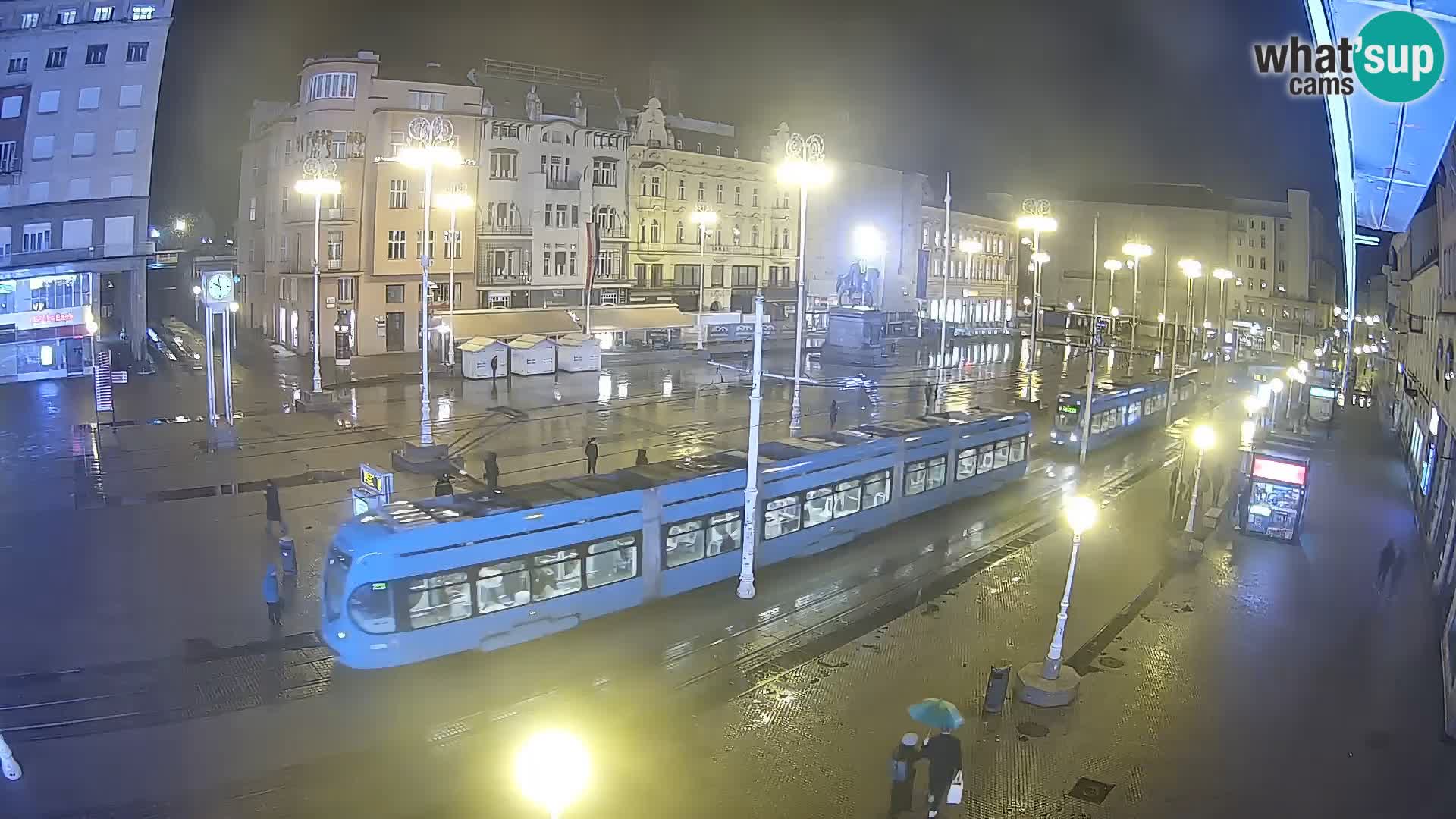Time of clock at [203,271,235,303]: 9:57
